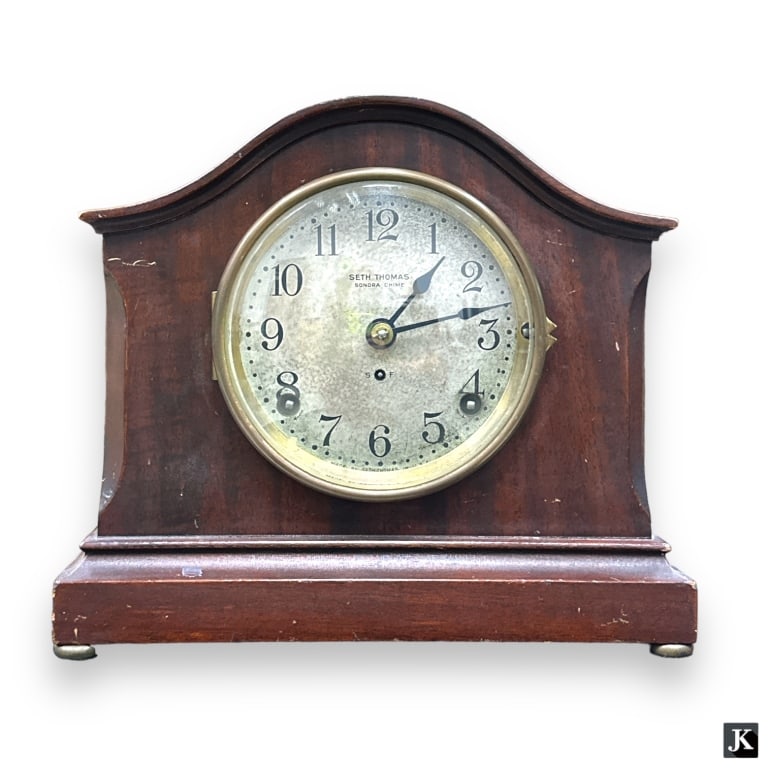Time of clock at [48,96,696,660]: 1:12
